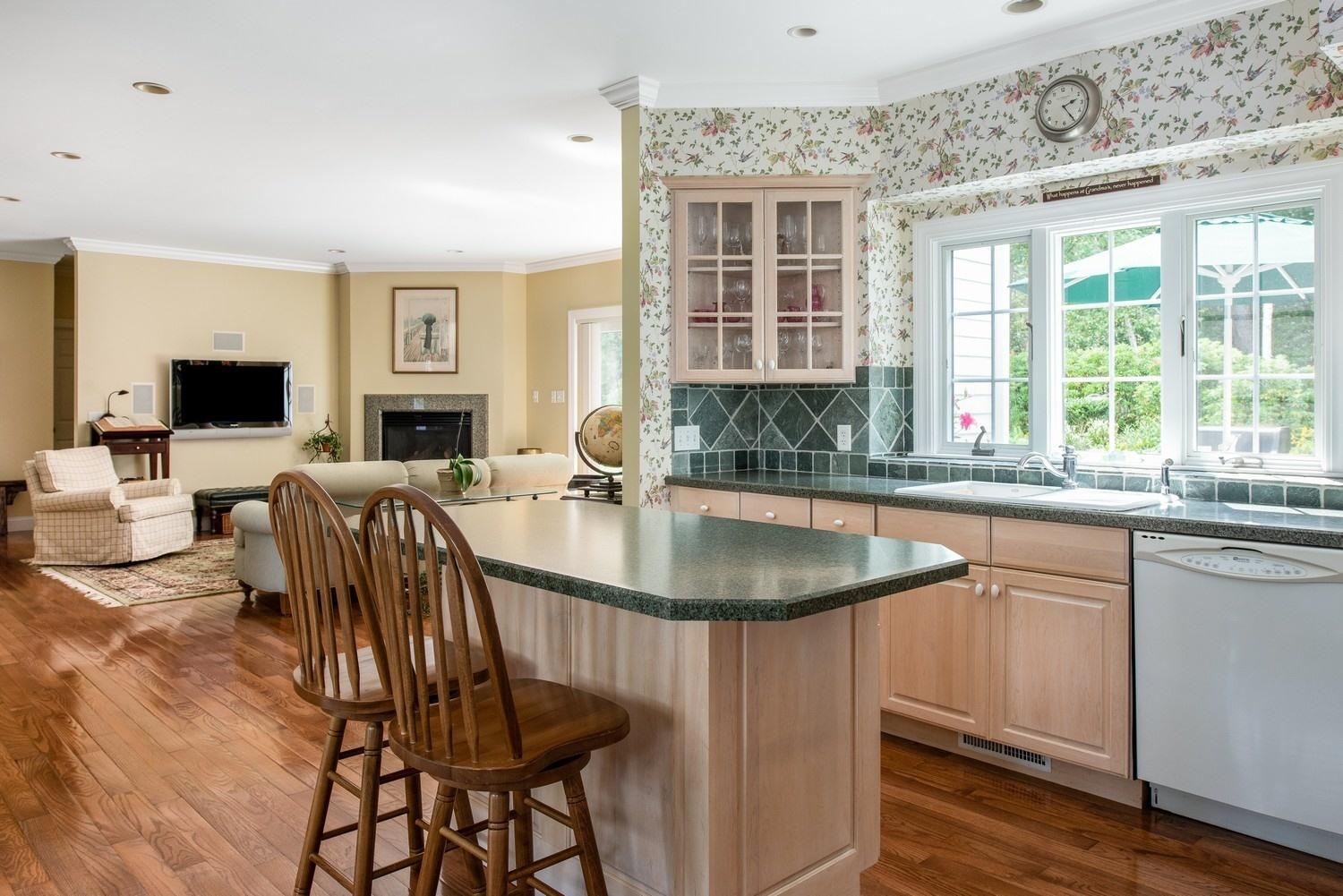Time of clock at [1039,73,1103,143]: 2:24
